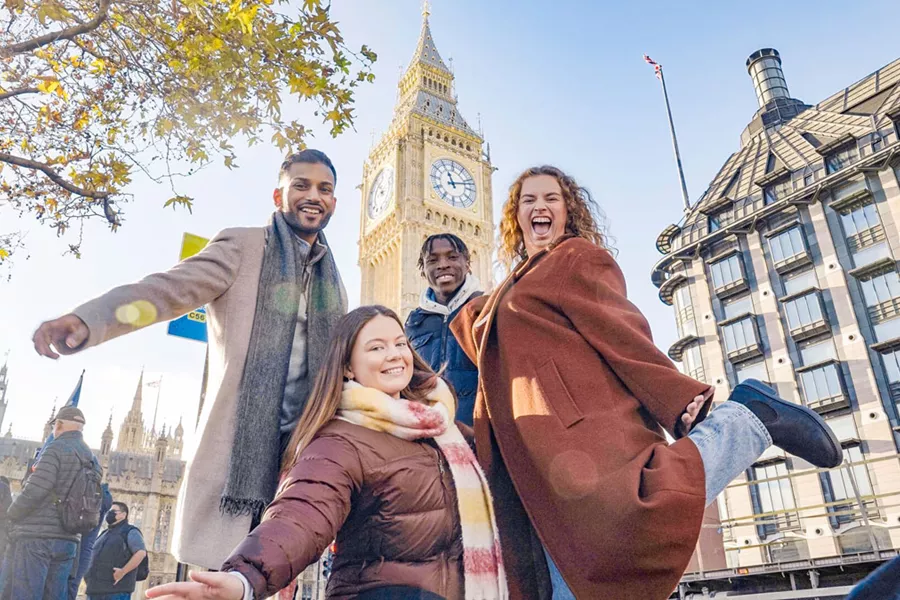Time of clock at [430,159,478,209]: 11:12
